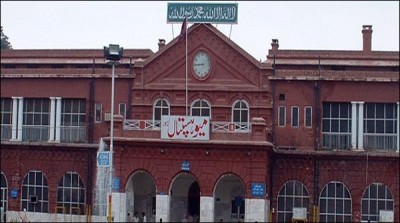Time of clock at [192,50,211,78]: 8:44
